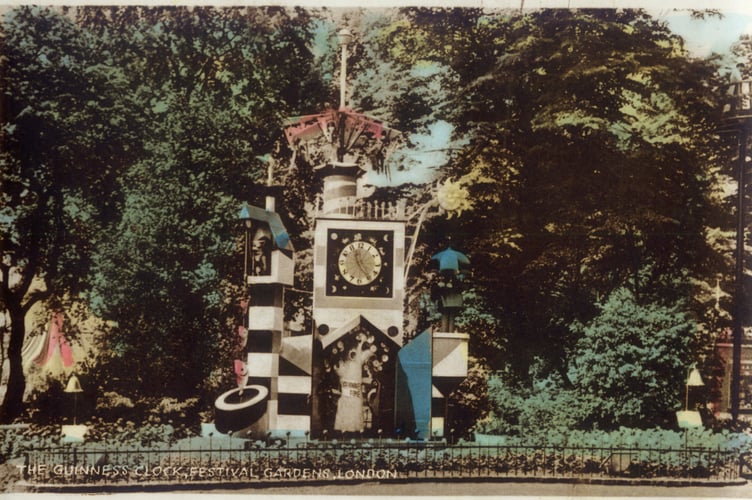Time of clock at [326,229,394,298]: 11:23
